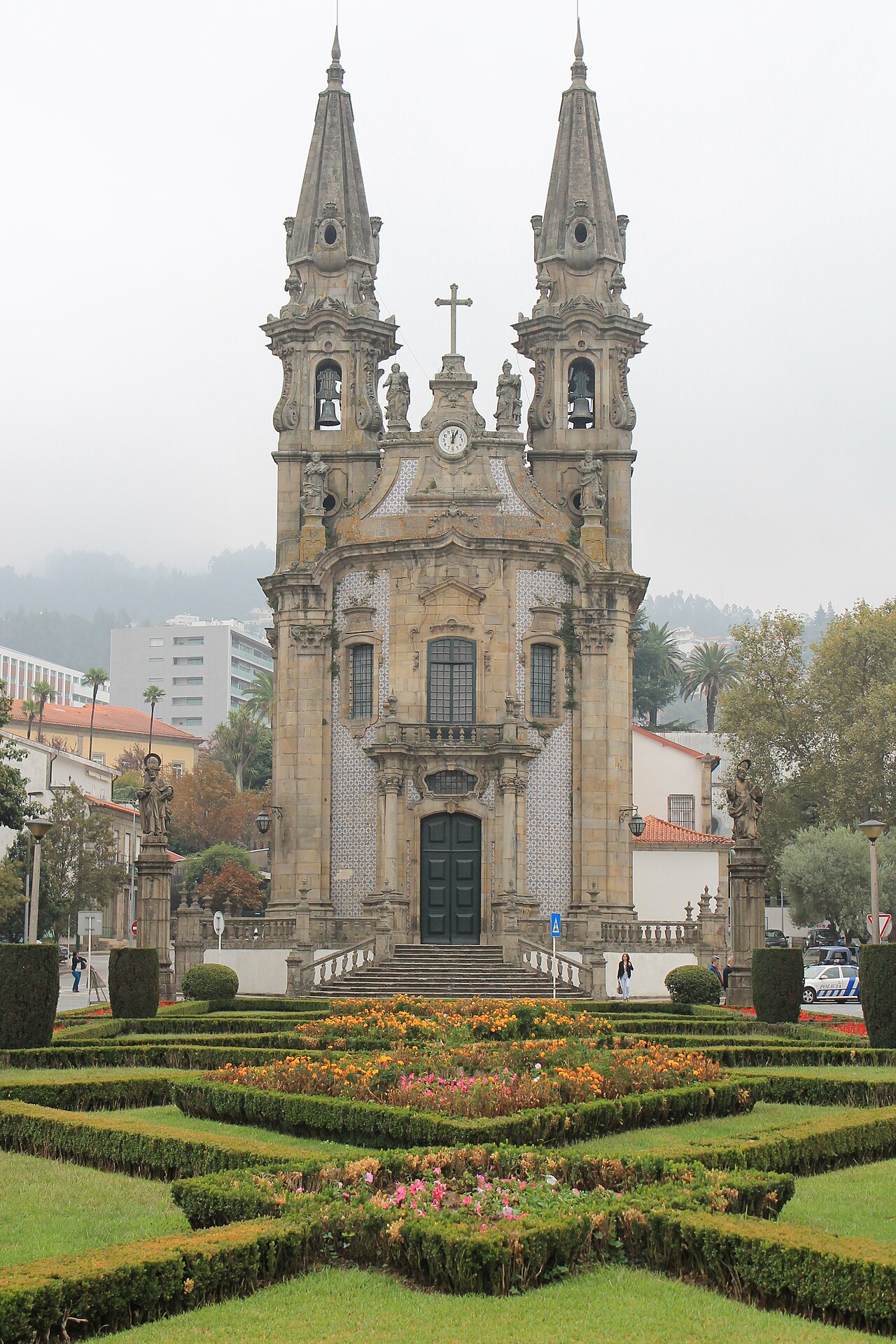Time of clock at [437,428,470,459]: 12:04
